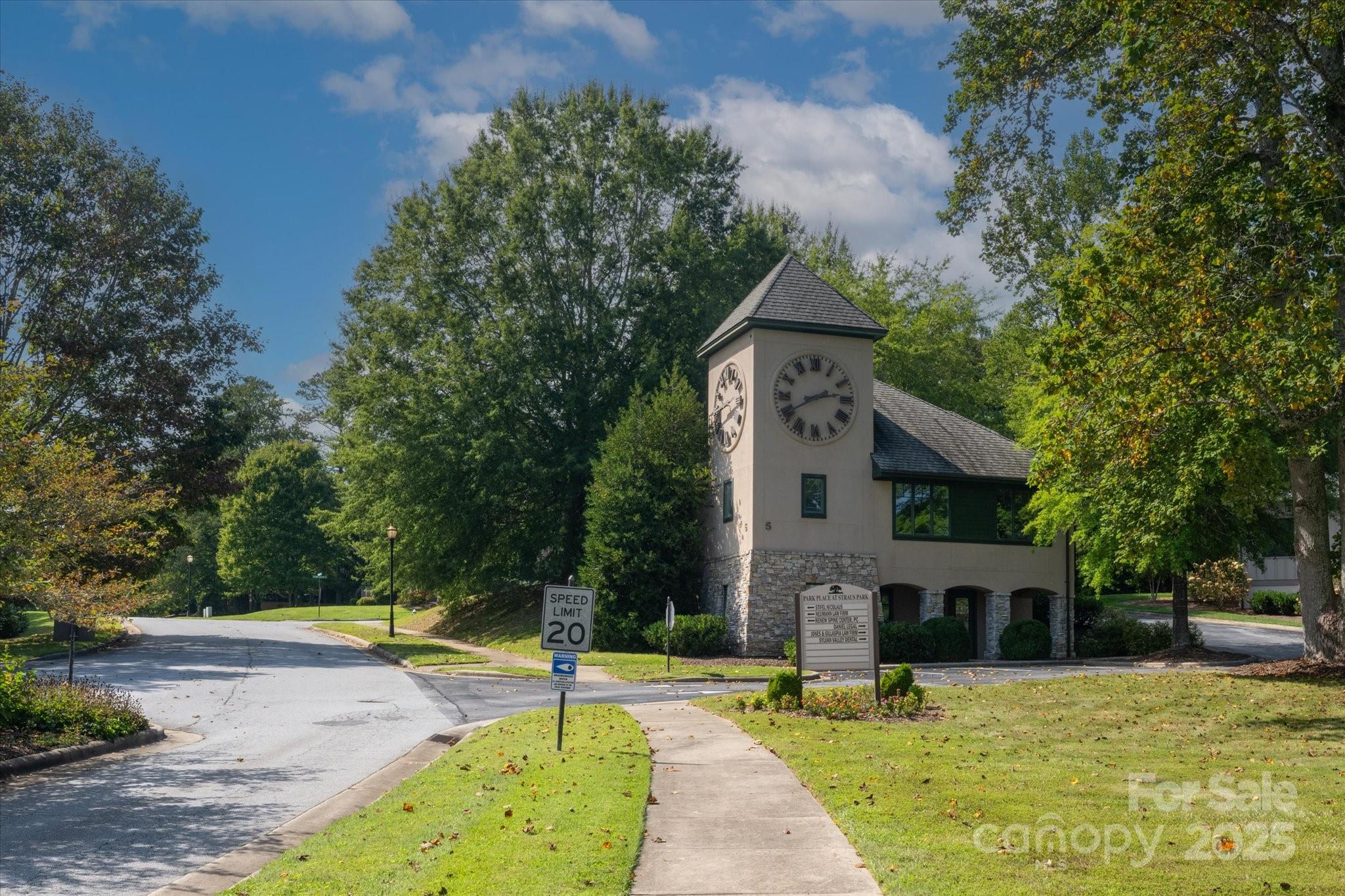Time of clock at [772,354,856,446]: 2:40
